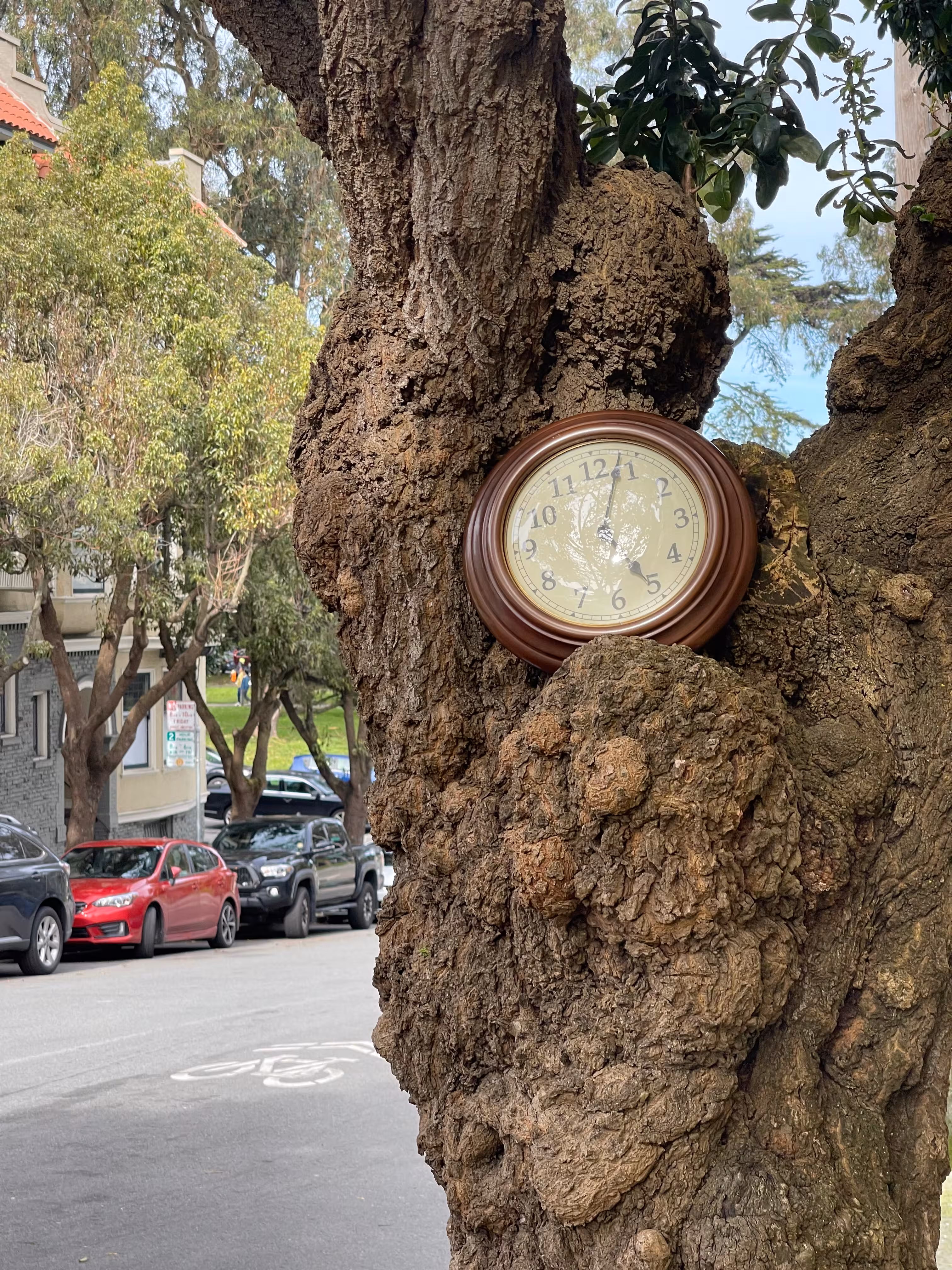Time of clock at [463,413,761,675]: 5:03
